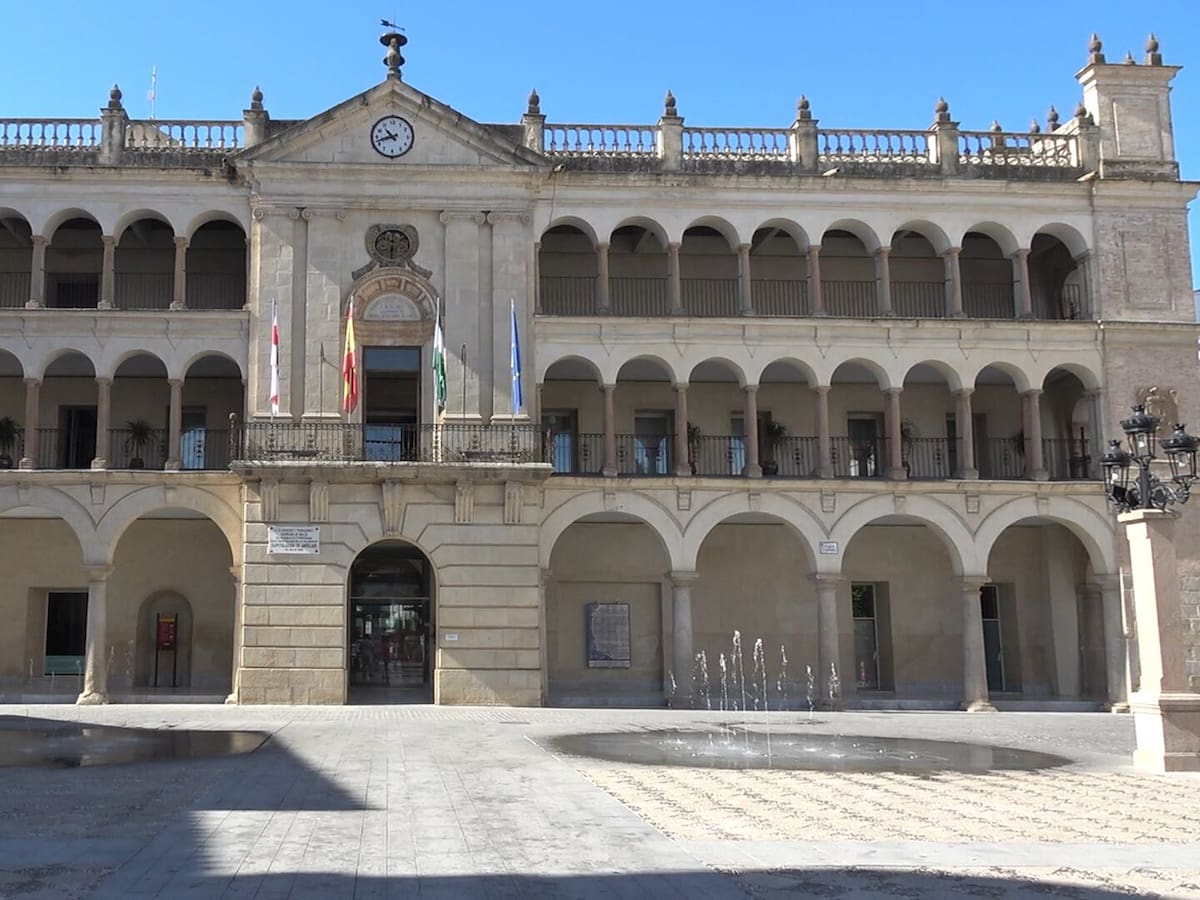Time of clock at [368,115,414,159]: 10:42
